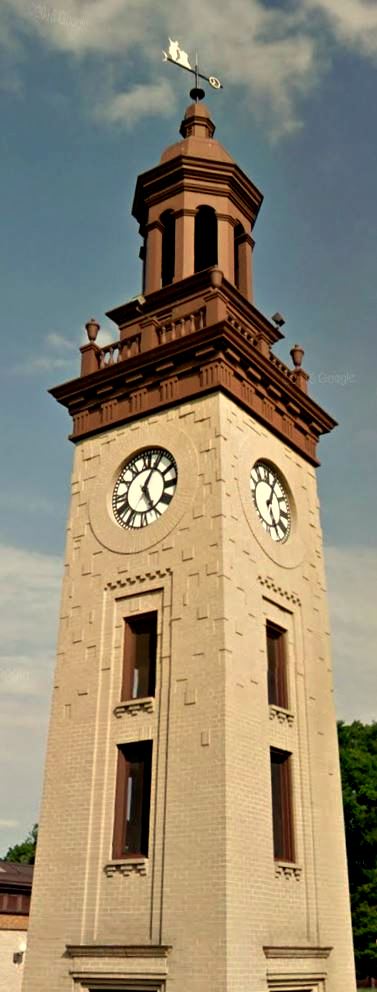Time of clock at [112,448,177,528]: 5:04
